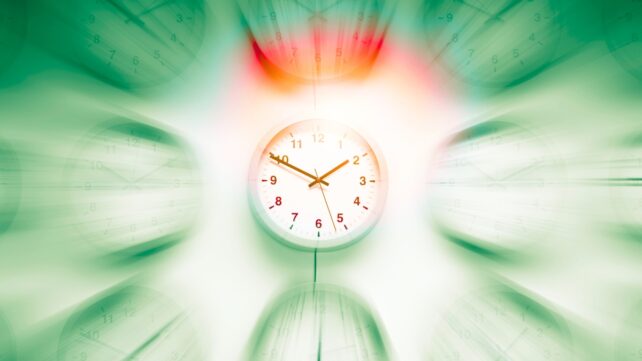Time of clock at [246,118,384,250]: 1:49
